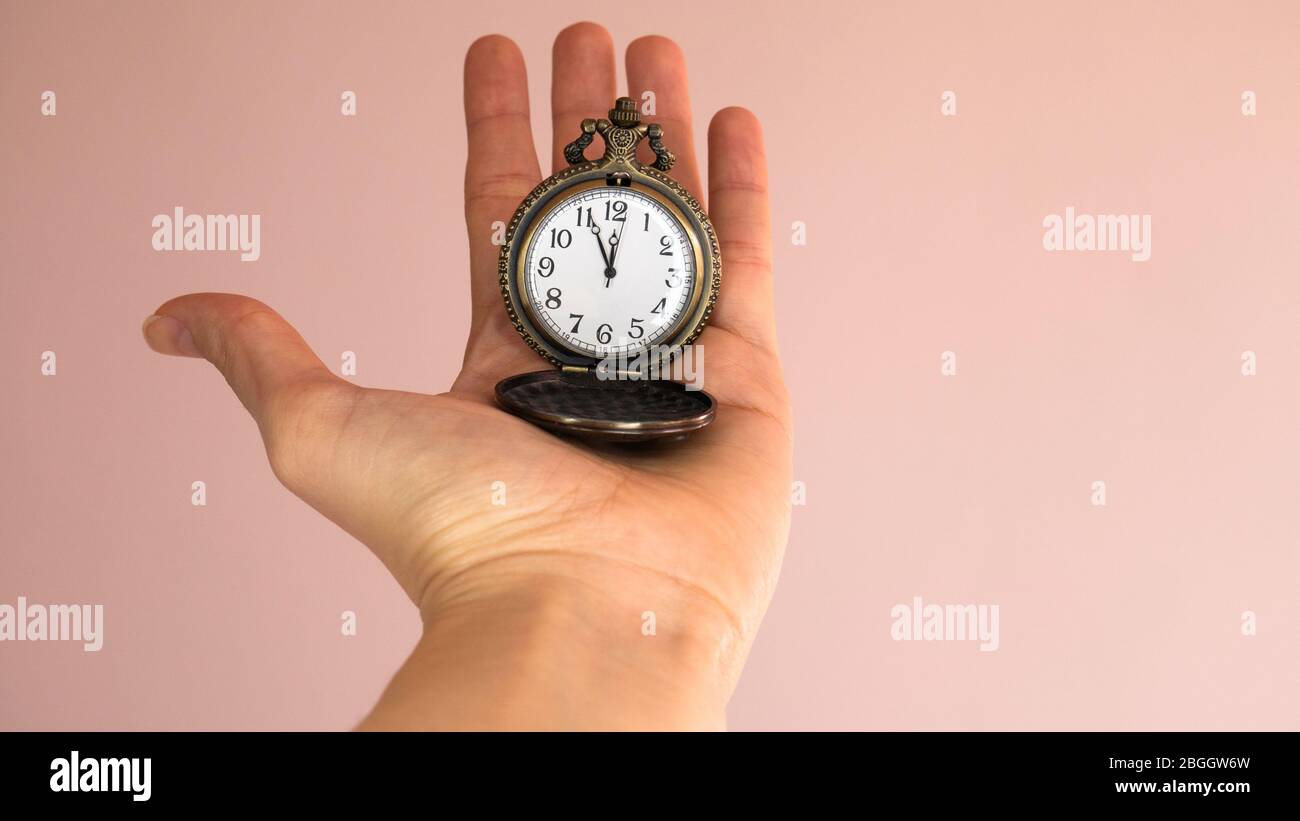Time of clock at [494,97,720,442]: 11:55
